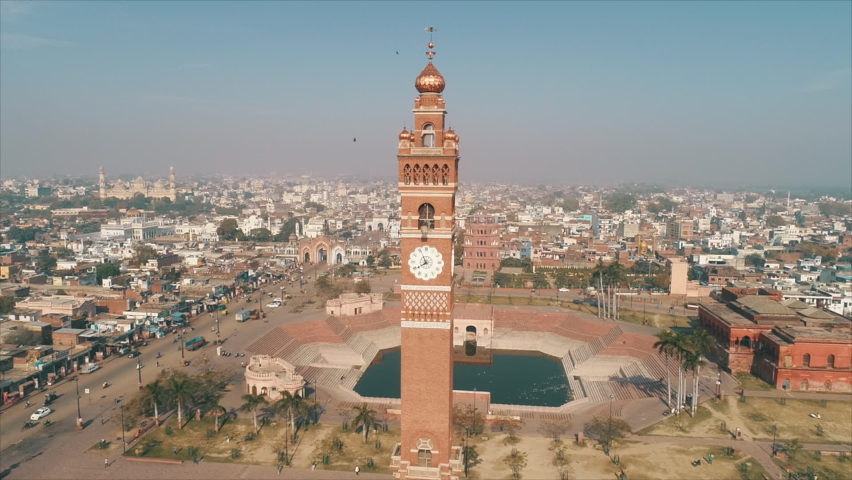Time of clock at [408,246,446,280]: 7:55
